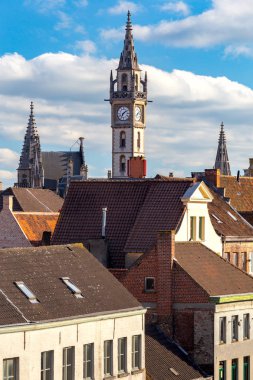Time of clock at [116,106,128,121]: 7:08
